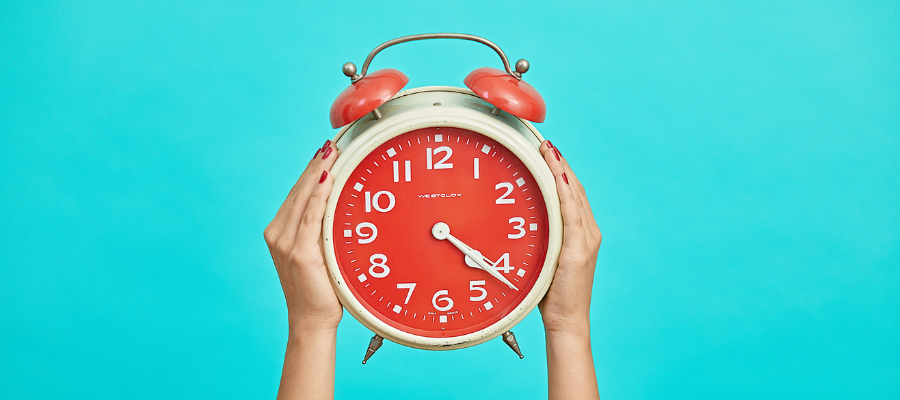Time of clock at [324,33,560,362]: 4:21
